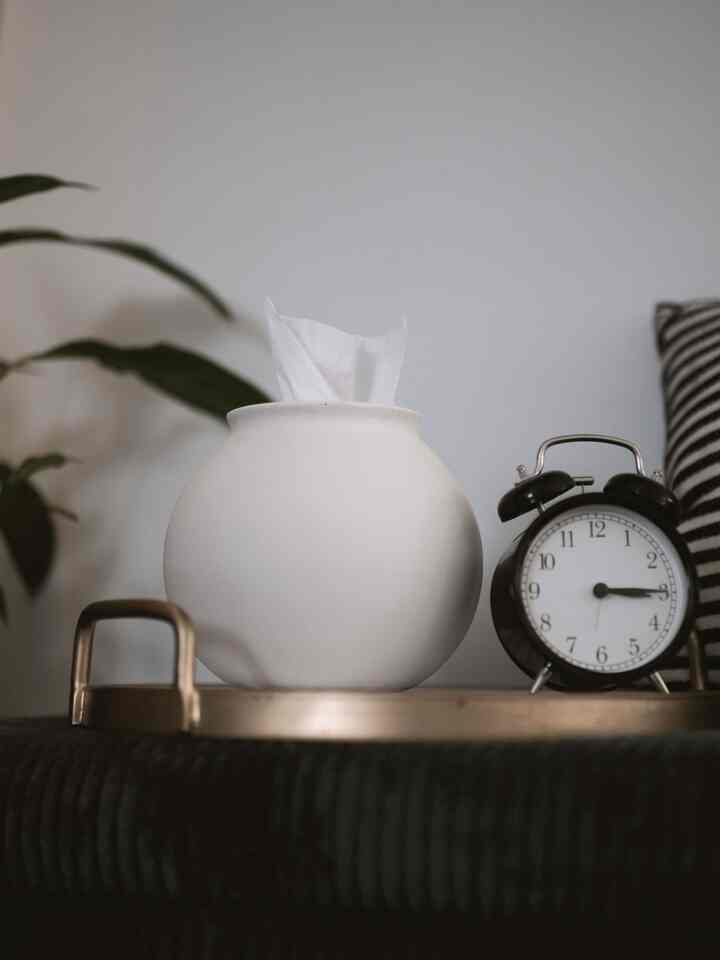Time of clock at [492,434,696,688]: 3:15
